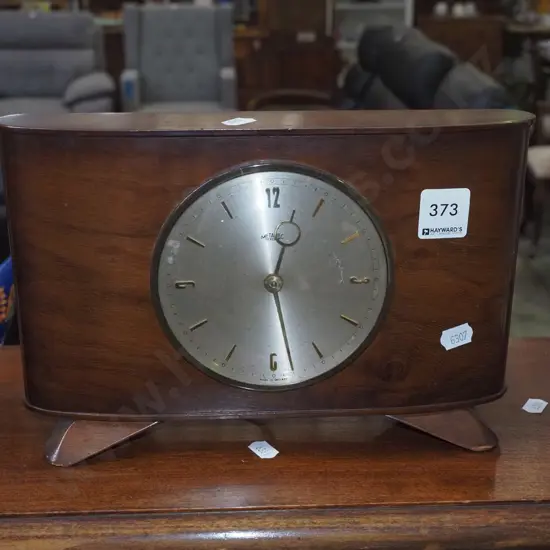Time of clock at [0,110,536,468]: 12:28
